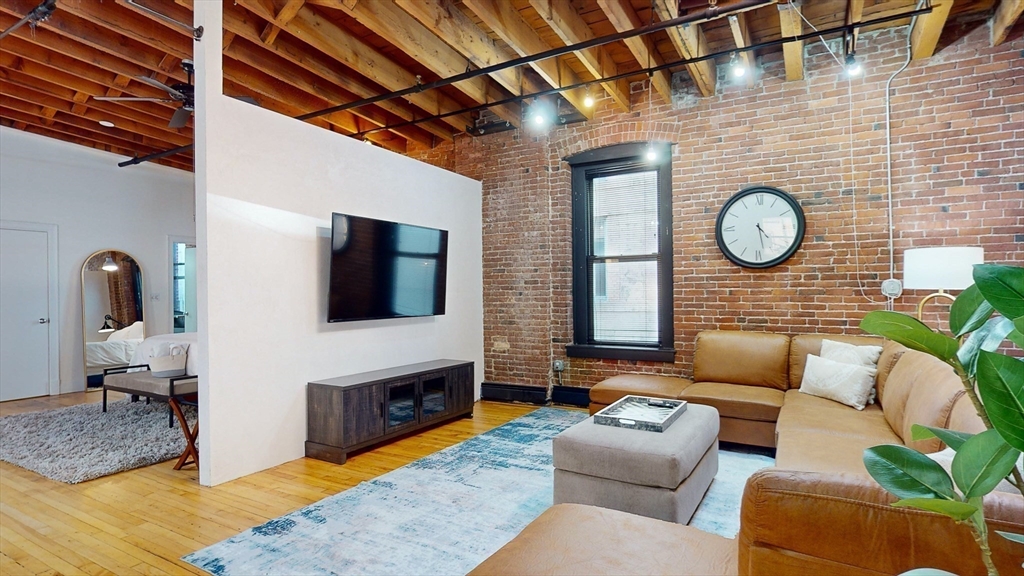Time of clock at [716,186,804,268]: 4:27
